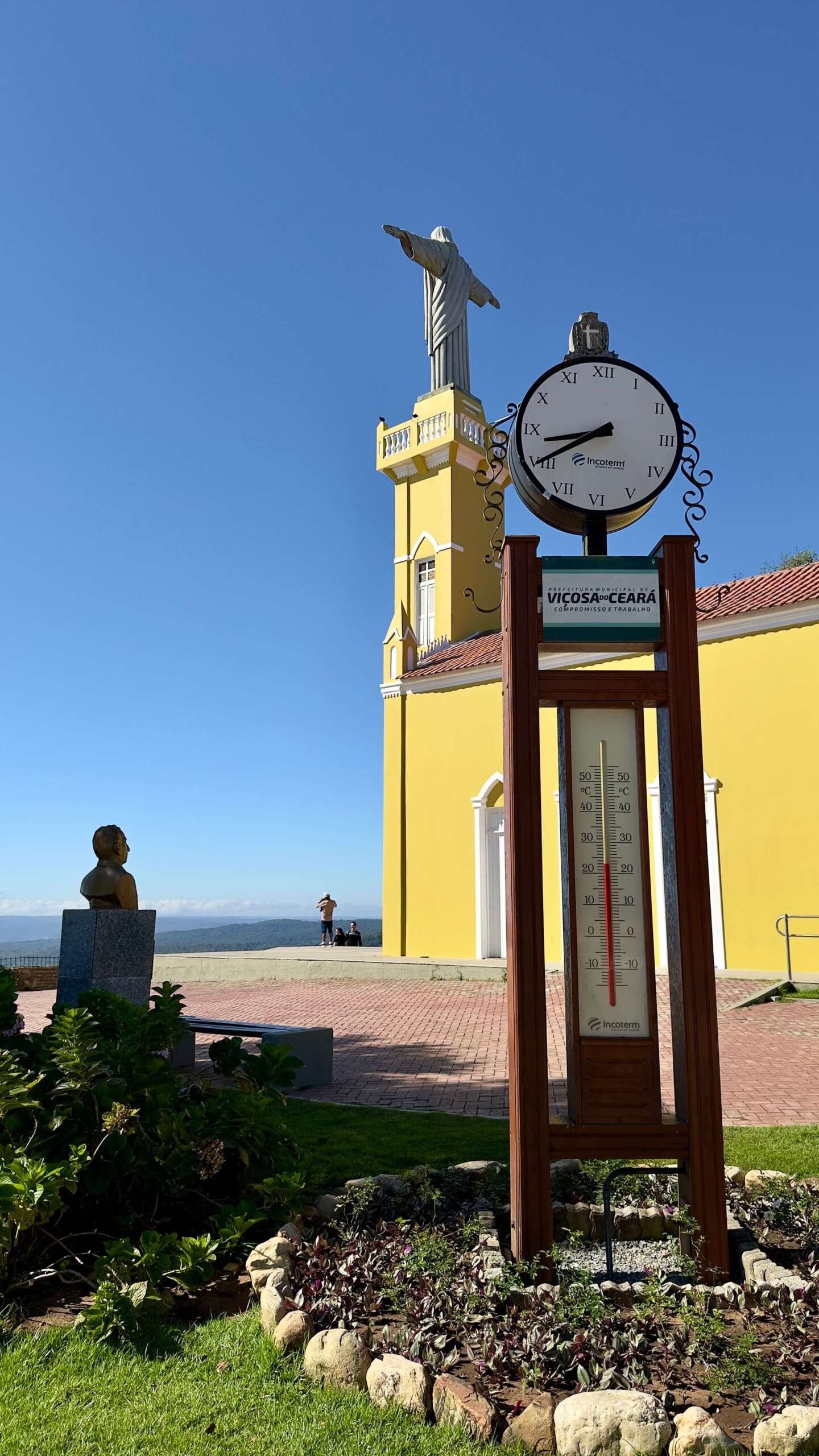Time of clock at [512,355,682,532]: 8:40
